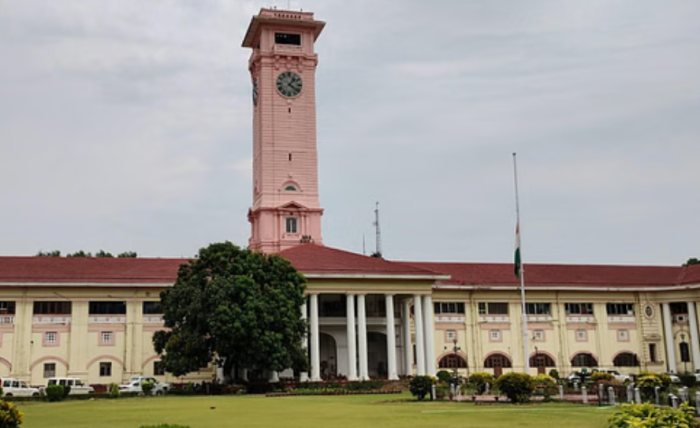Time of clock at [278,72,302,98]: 1:21
